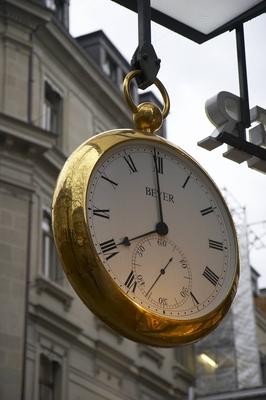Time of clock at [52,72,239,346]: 7:59
